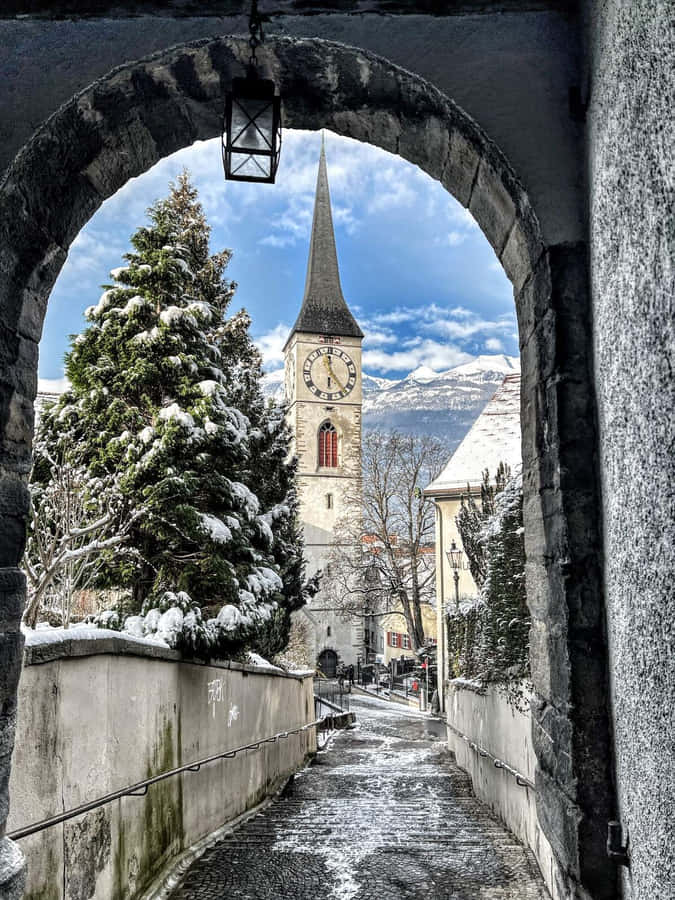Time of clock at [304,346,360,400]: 5:59
